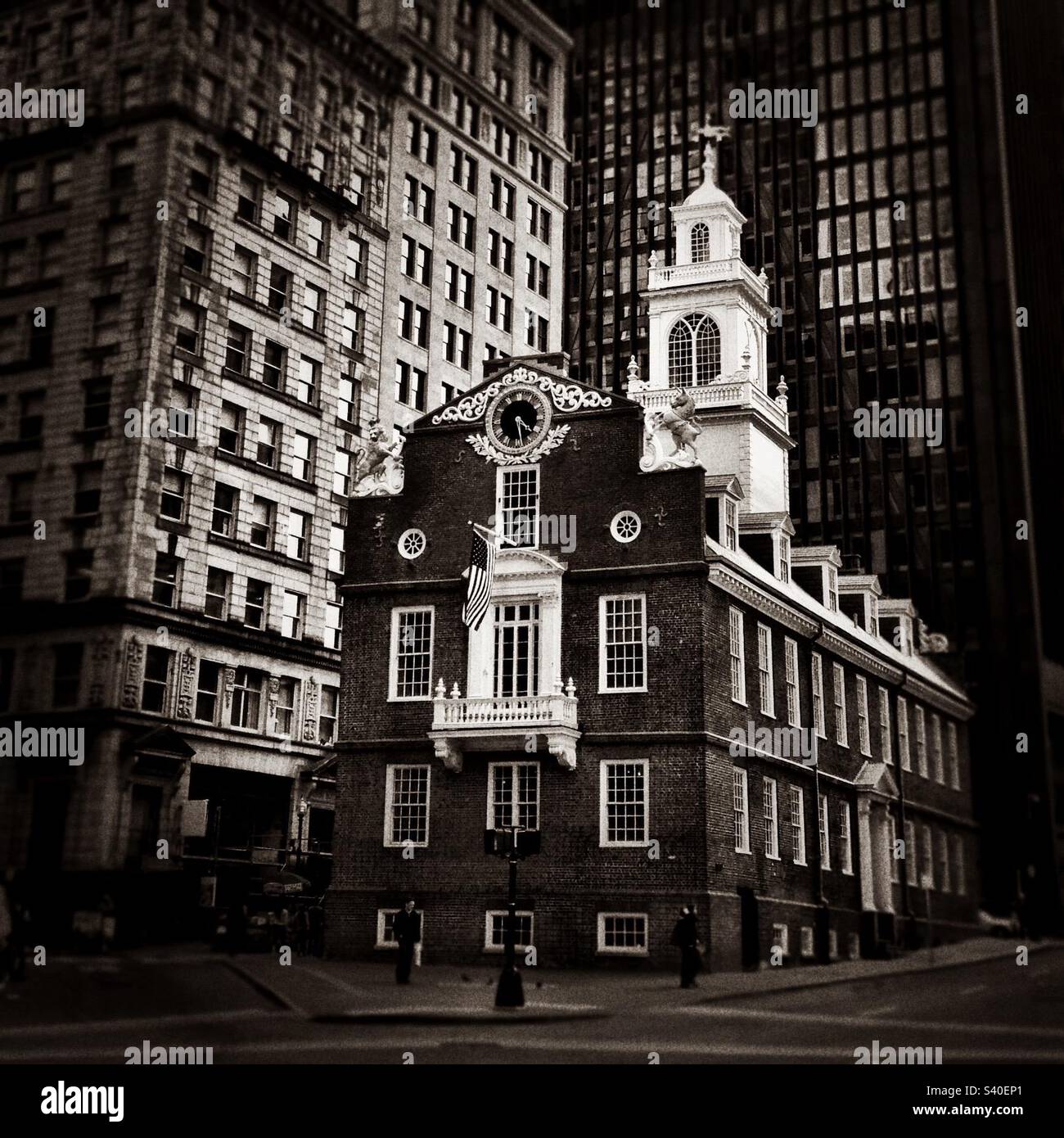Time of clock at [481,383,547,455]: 4:28
